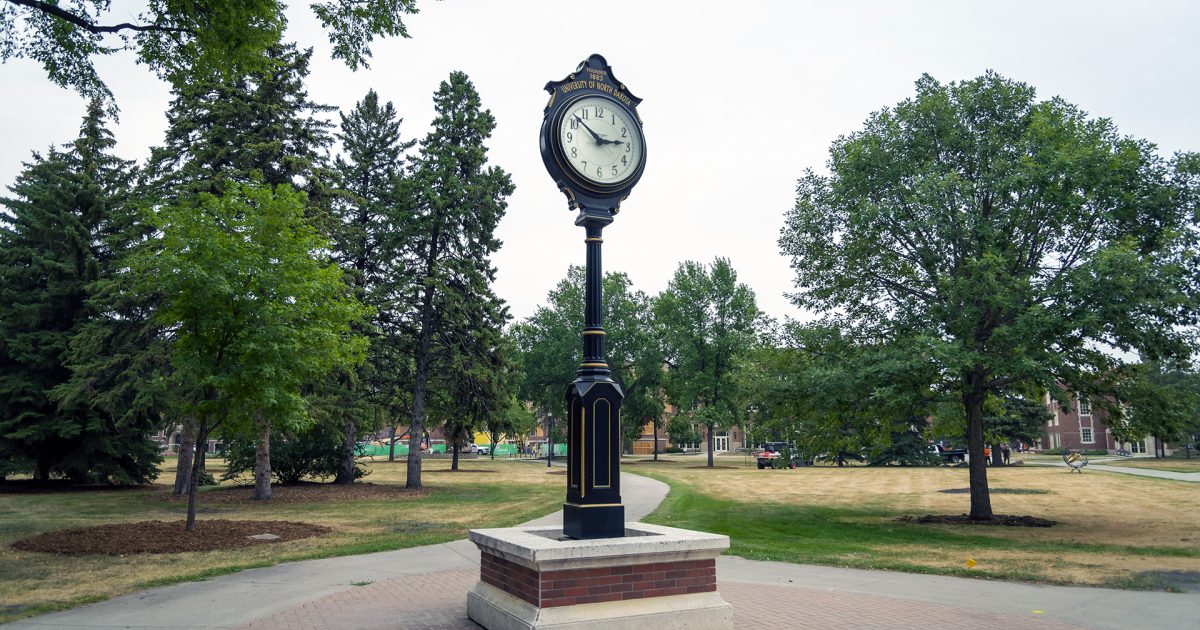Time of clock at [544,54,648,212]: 2:51
